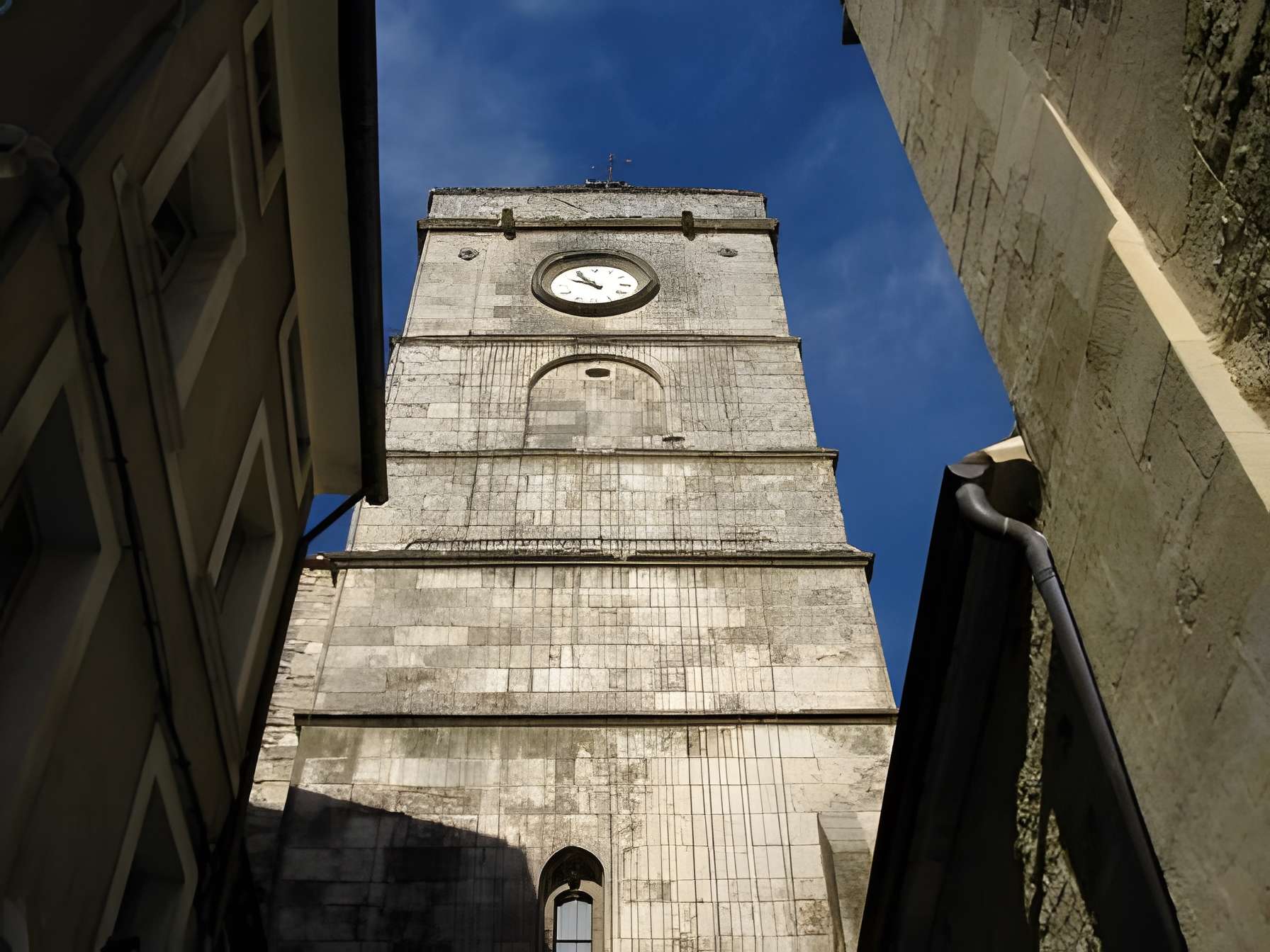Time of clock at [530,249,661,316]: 9:54
